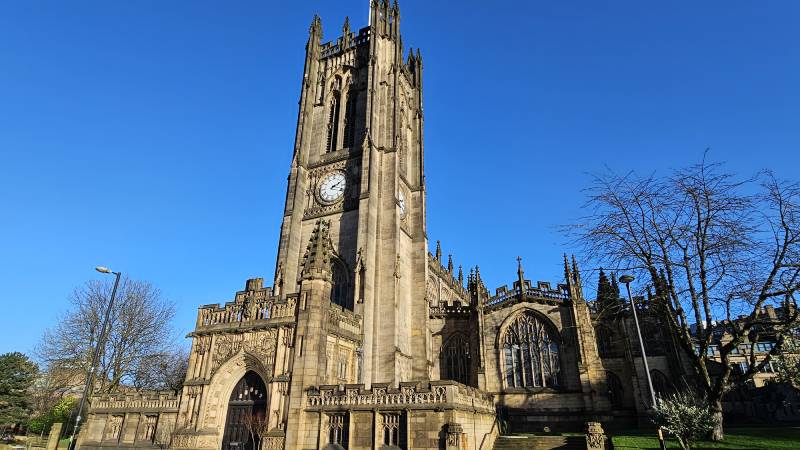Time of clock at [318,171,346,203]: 2:18
